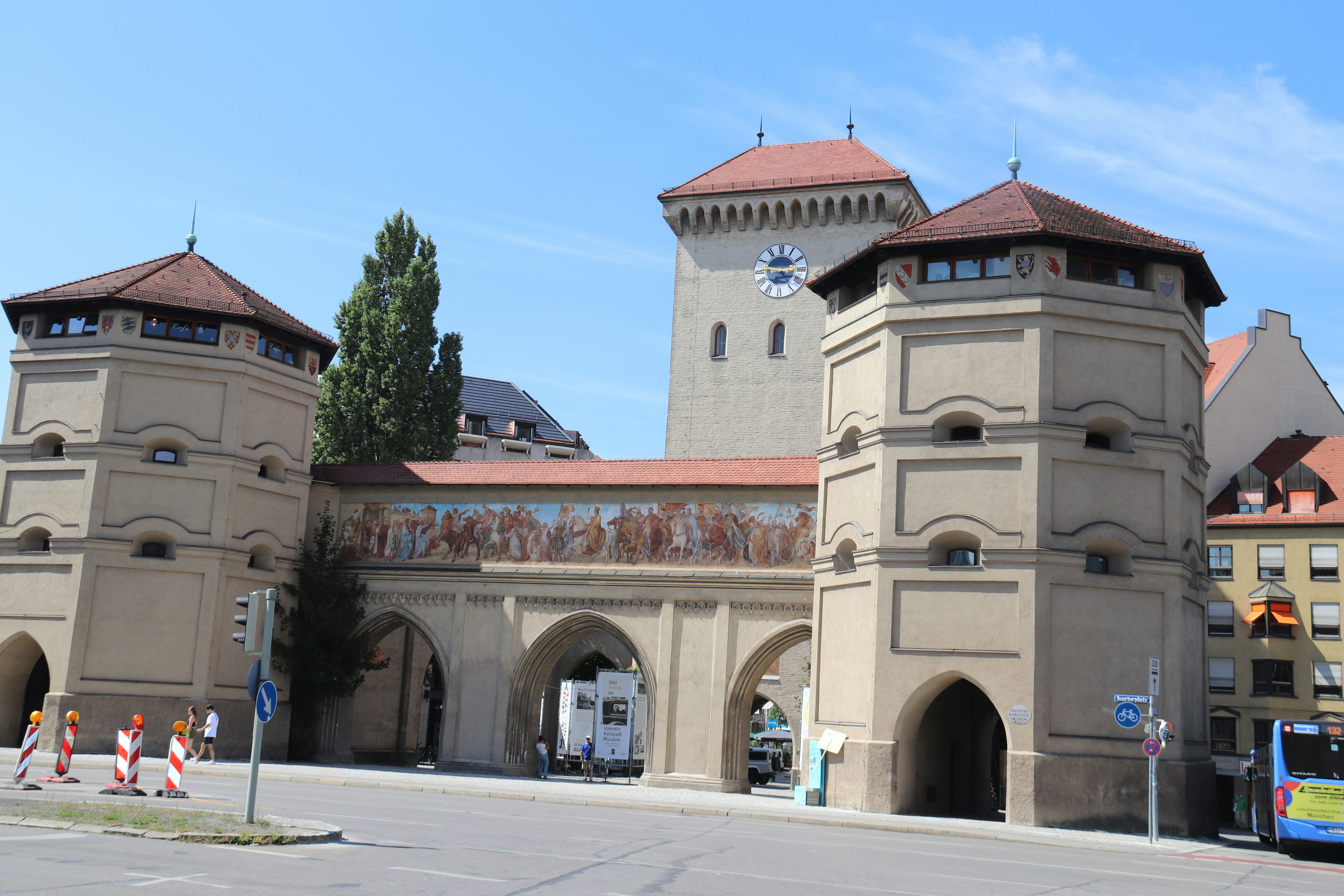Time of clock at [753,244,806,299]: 2:46
